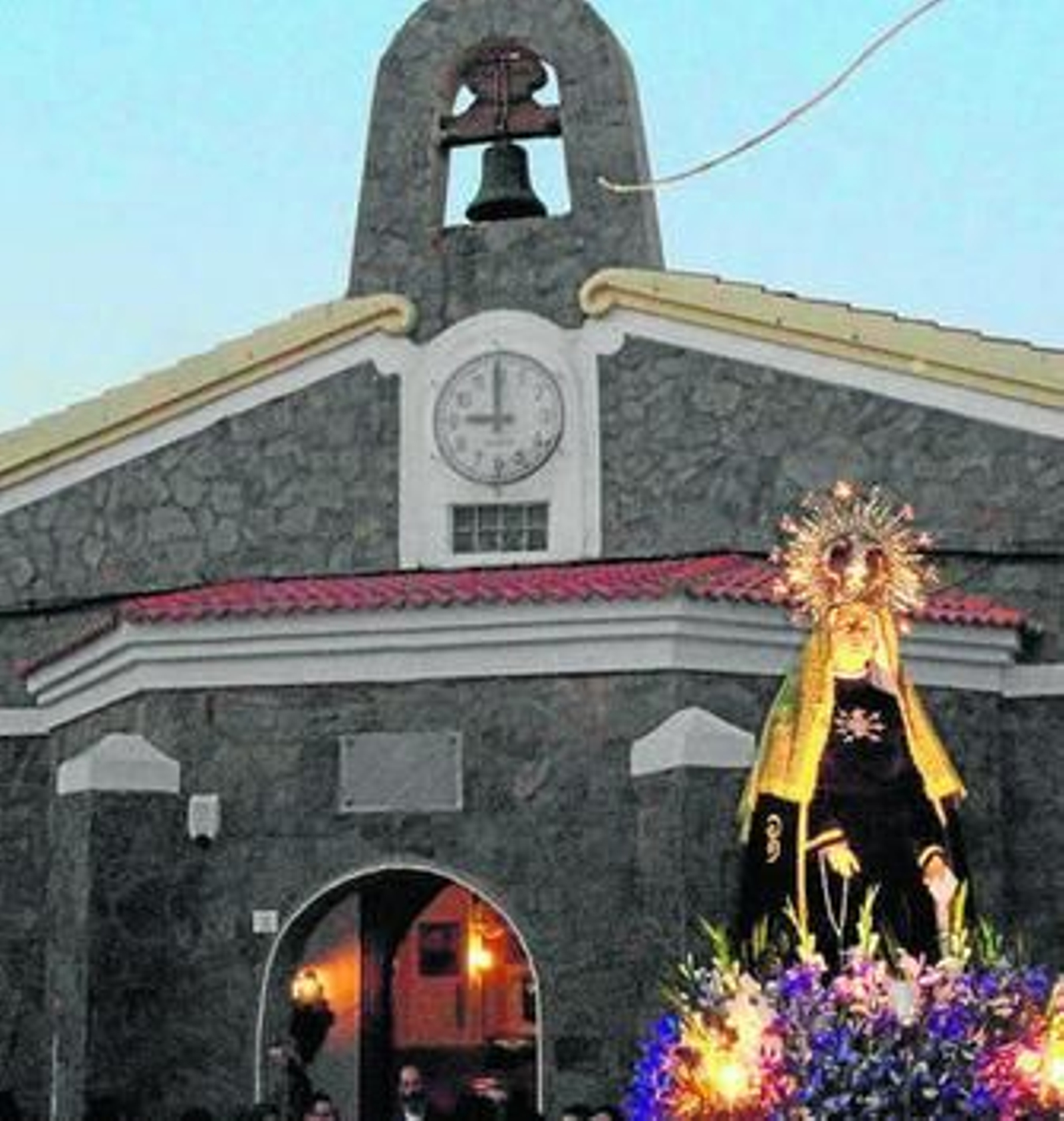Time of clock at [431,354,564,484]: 8:59
